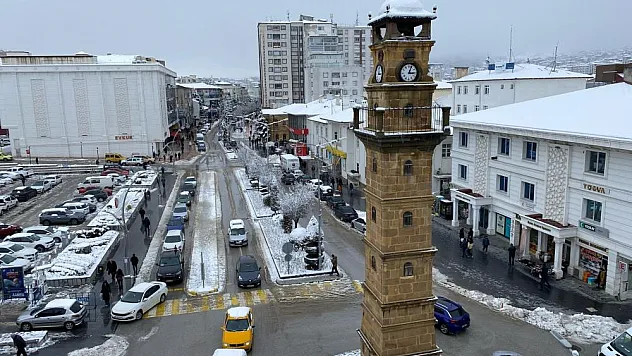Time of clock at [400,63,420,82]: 3:03
